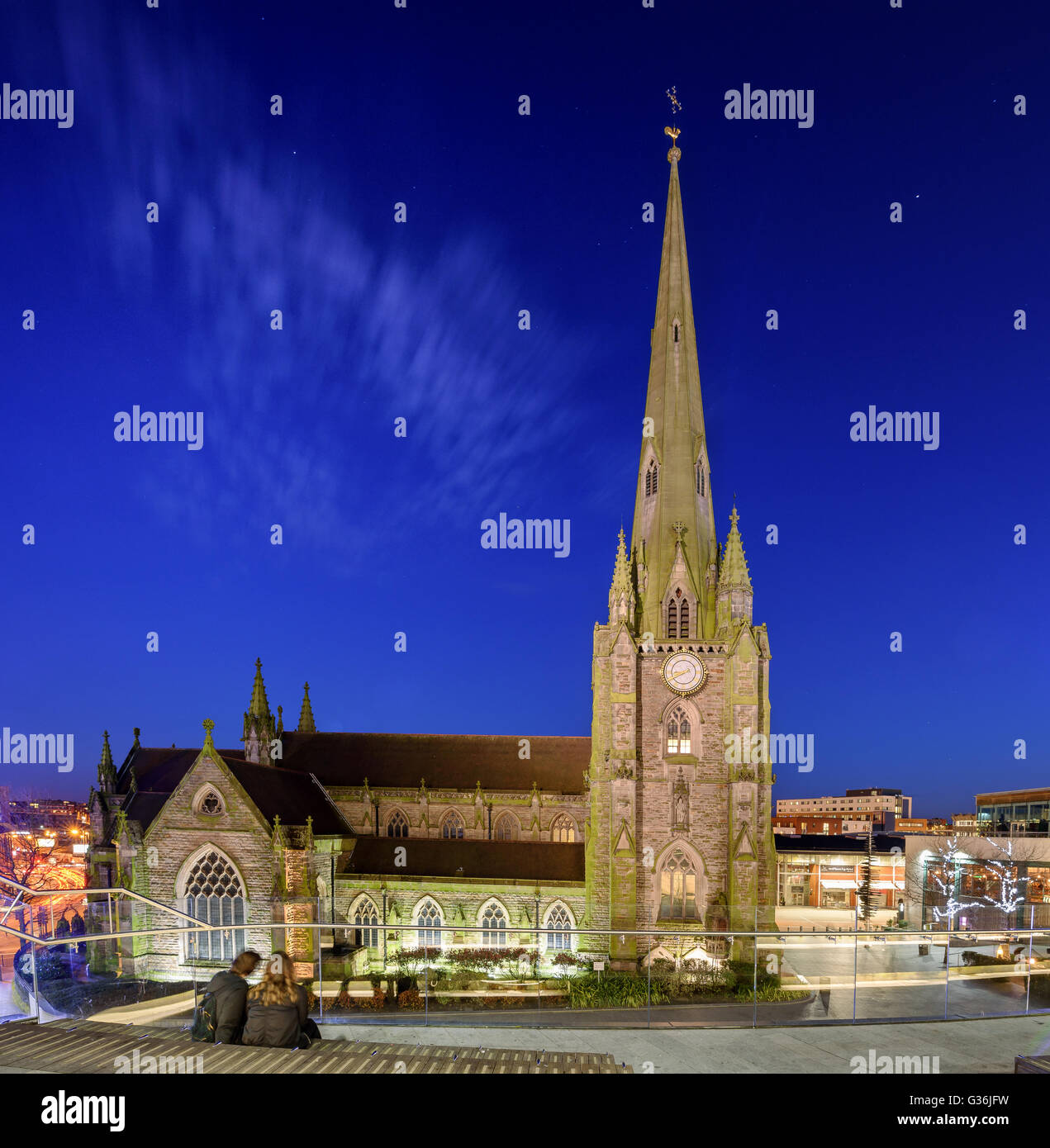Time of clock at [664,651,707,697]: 8:40
